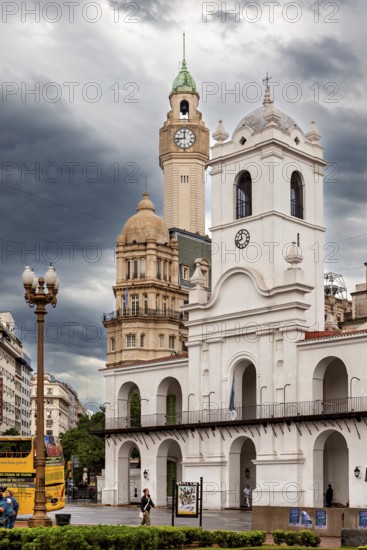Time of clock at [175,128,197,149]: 11:43
